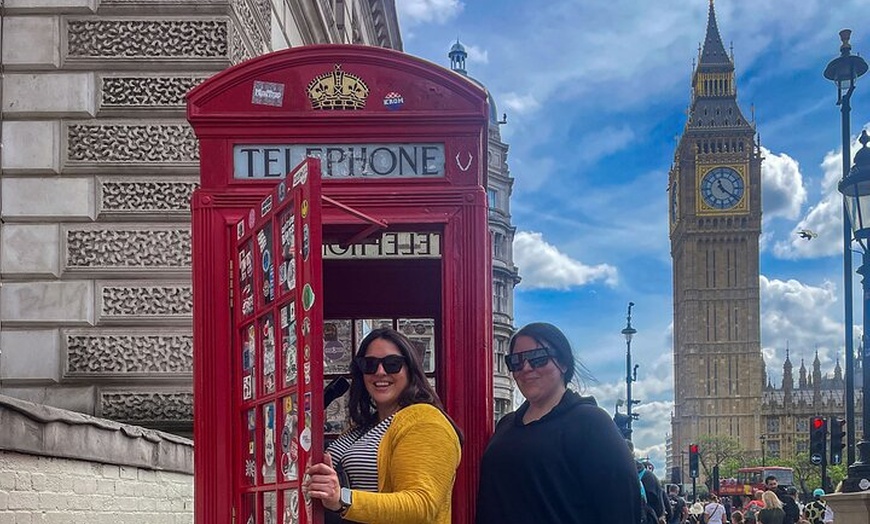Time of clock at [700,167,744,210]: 11:21
